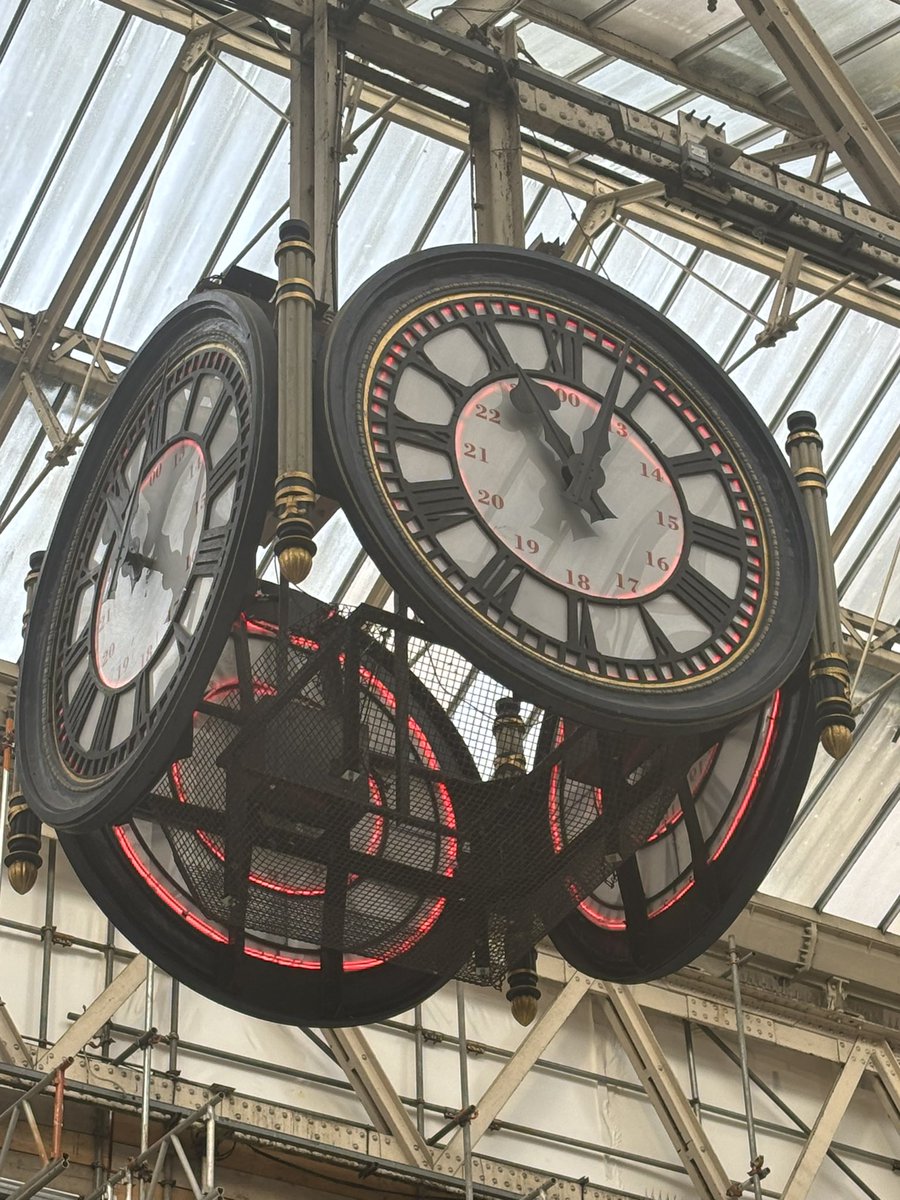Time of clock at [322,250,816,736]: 12:55
